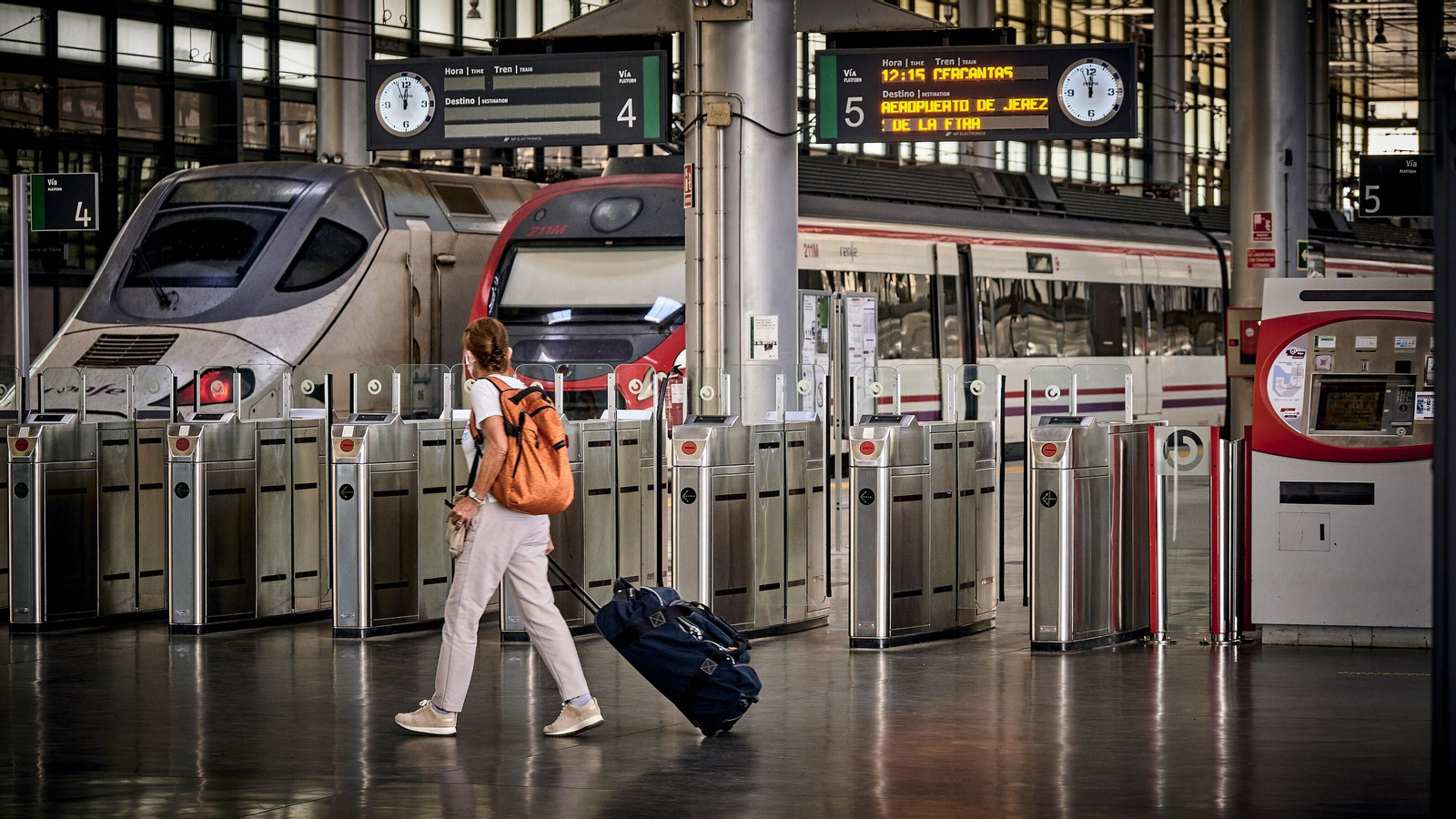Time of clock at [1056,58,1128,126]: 11:56
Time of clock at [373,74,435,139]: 11:56
